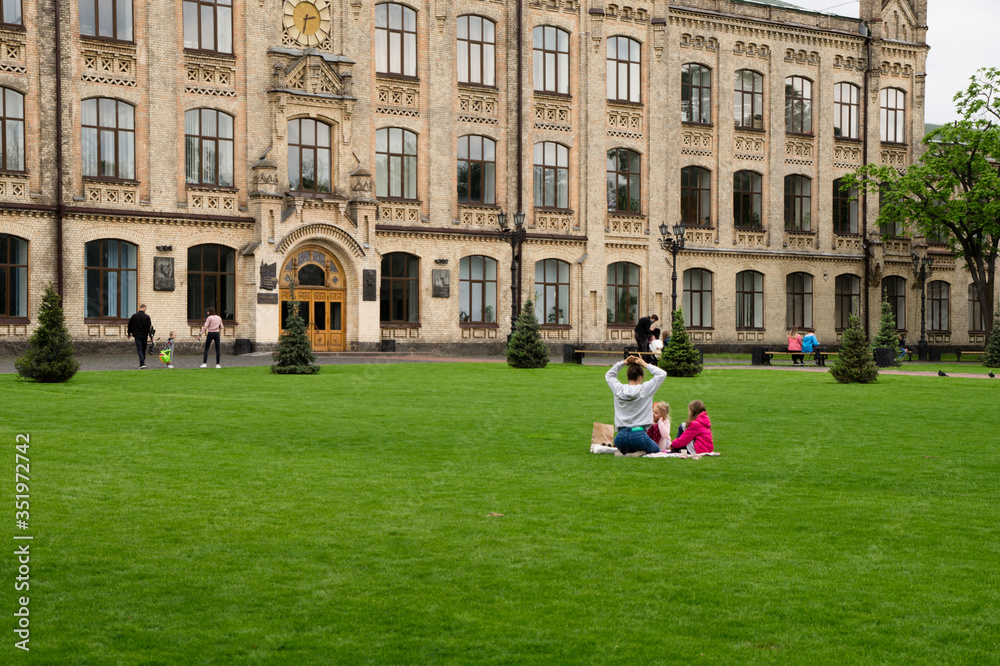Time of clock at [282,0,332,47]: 2:32
